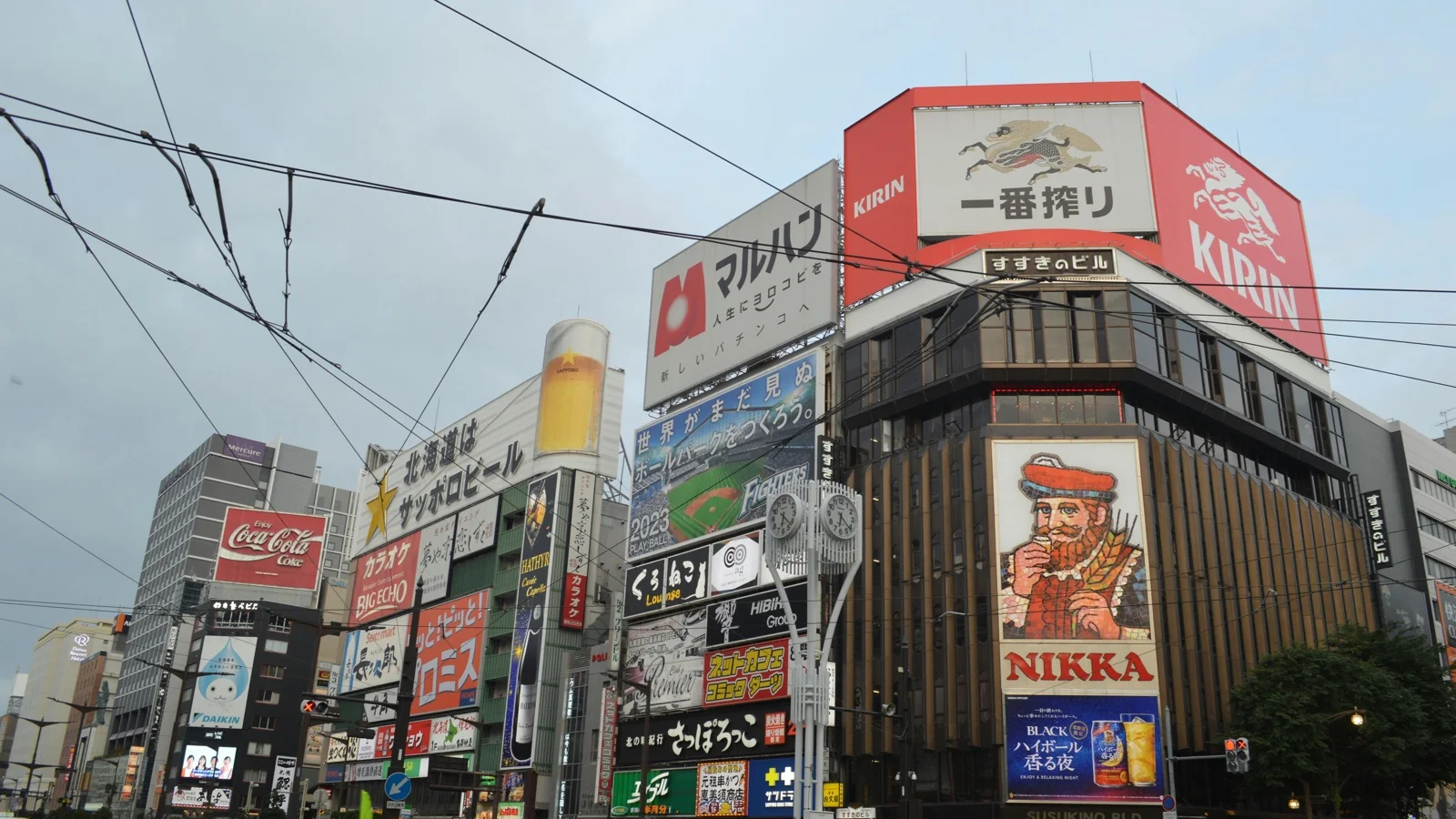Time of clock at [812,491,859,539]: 6:21
